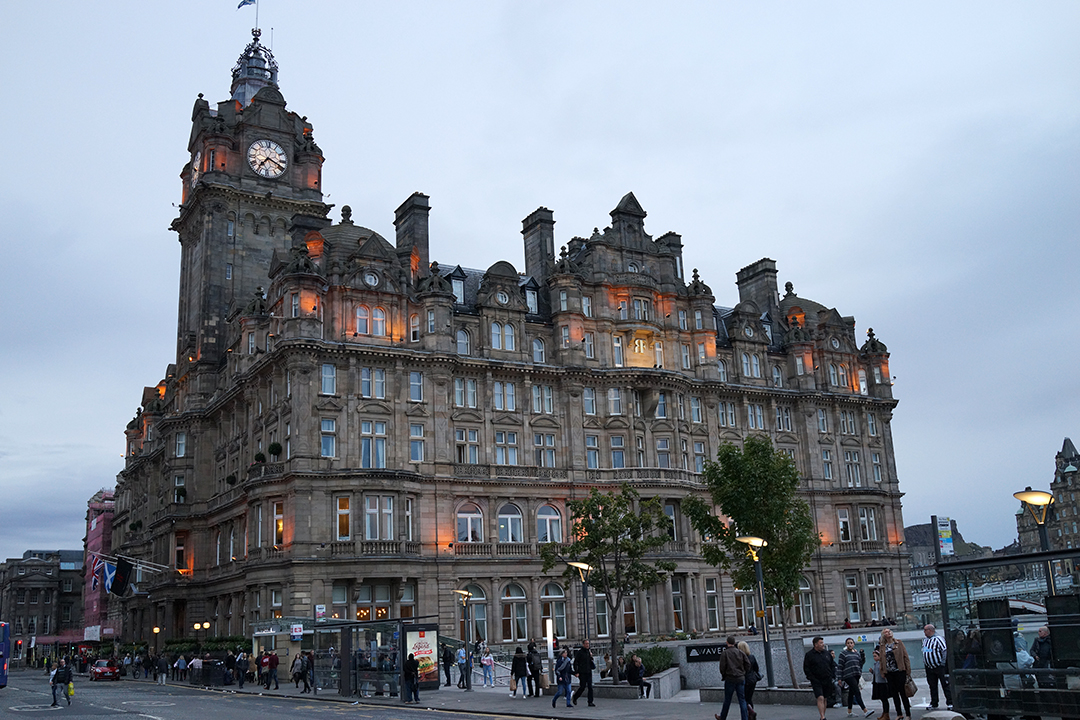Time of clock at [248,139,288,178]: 7:18
